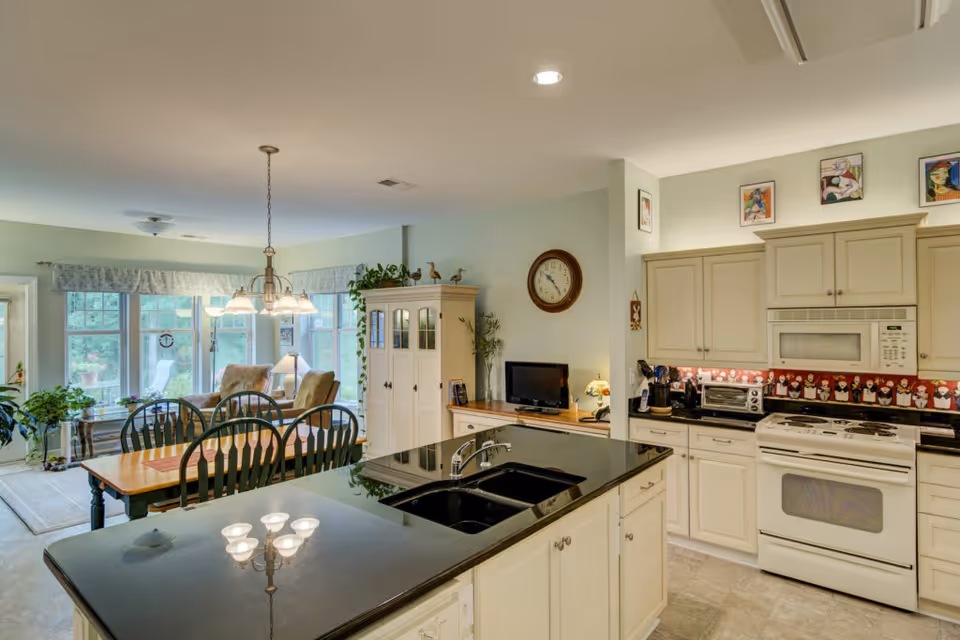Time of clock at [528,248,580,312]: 10:23
